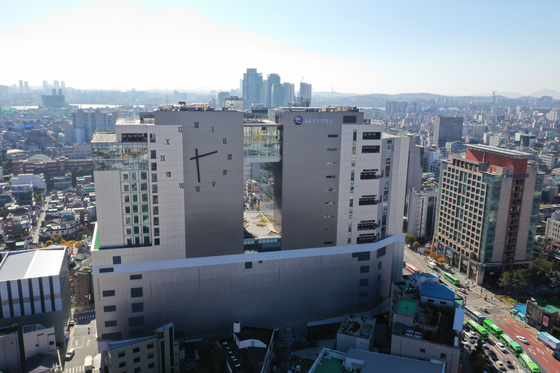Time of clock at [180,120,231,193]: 2:29
